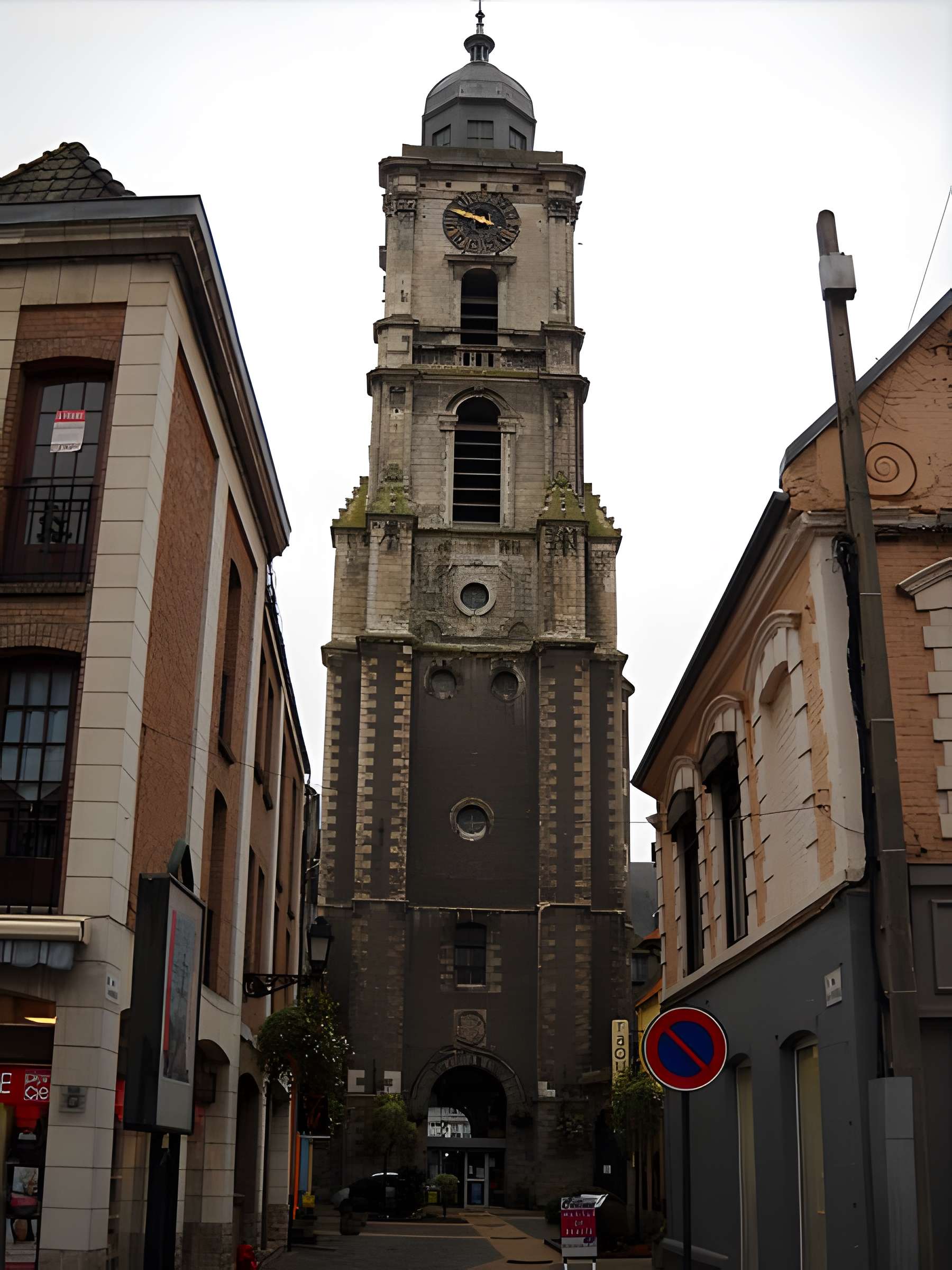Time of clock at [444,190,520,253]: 9:48
